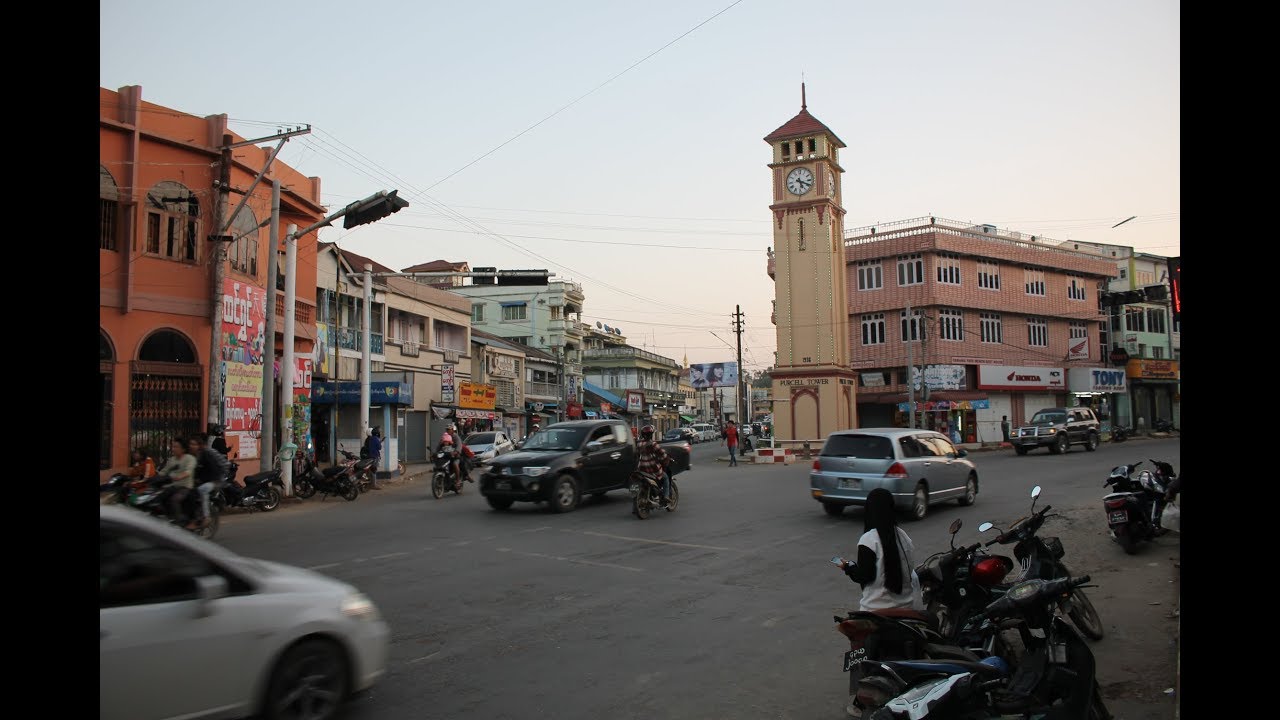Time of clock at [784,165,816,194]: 5:18
